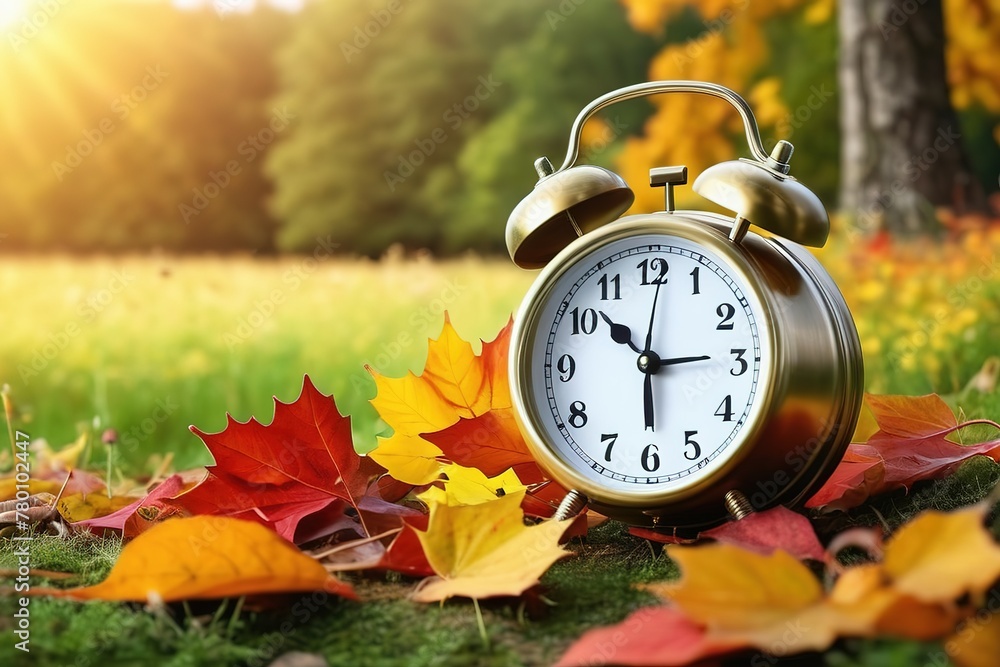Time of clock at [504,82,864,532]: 2:52
